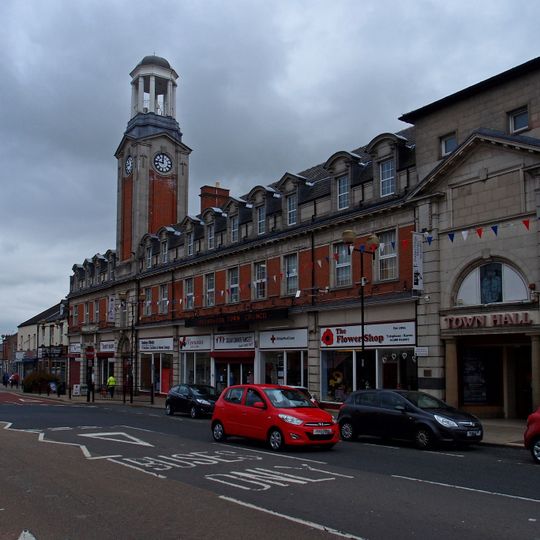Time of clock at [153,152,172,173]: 11:46
